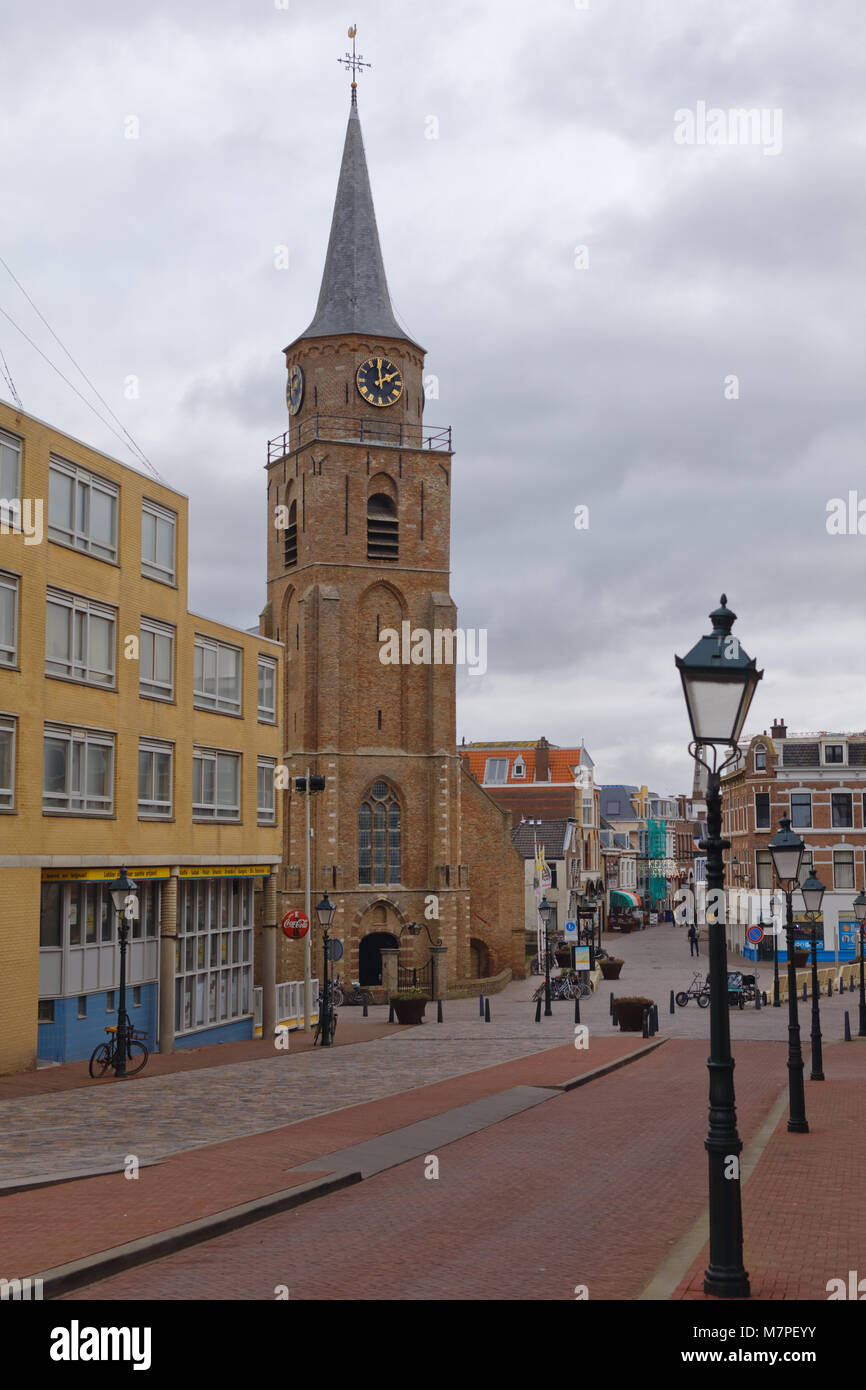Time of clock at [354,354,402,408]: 1:59
